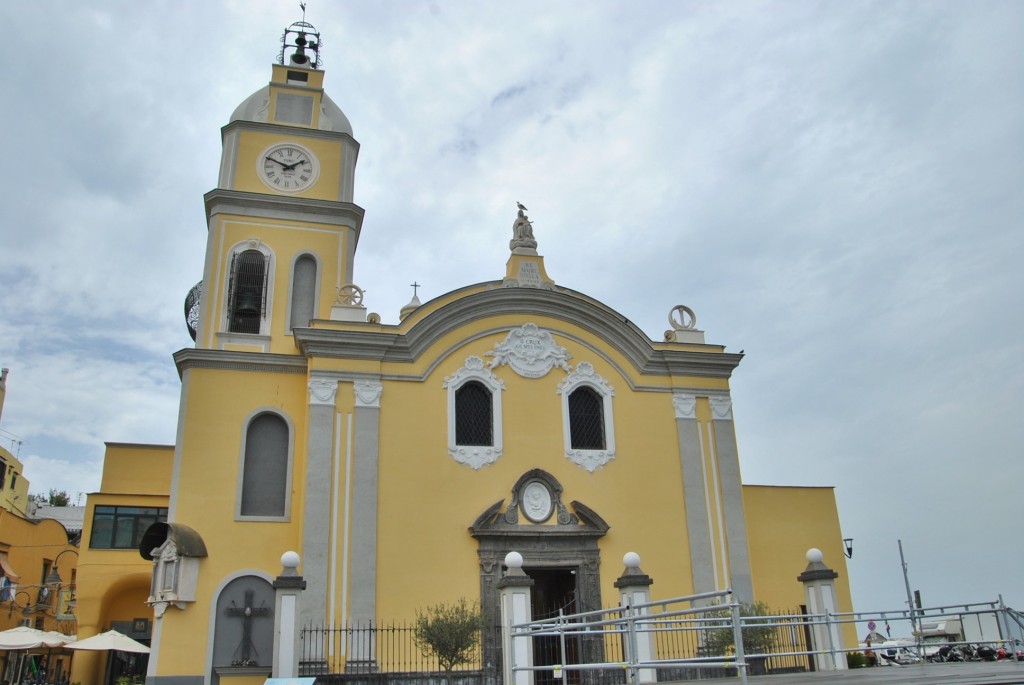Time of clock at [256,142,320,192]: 1:49
